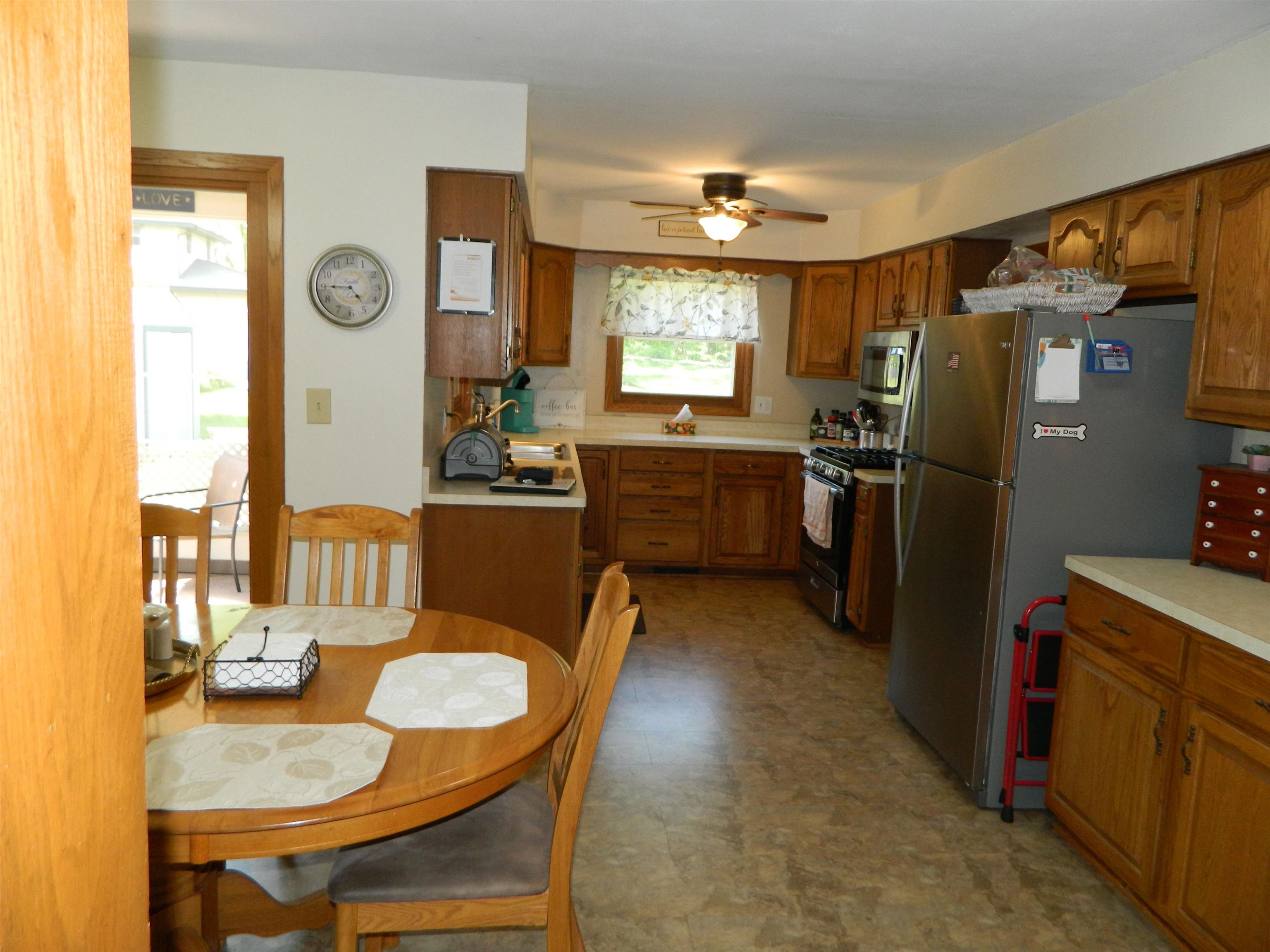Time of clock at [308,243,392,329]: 4:45
